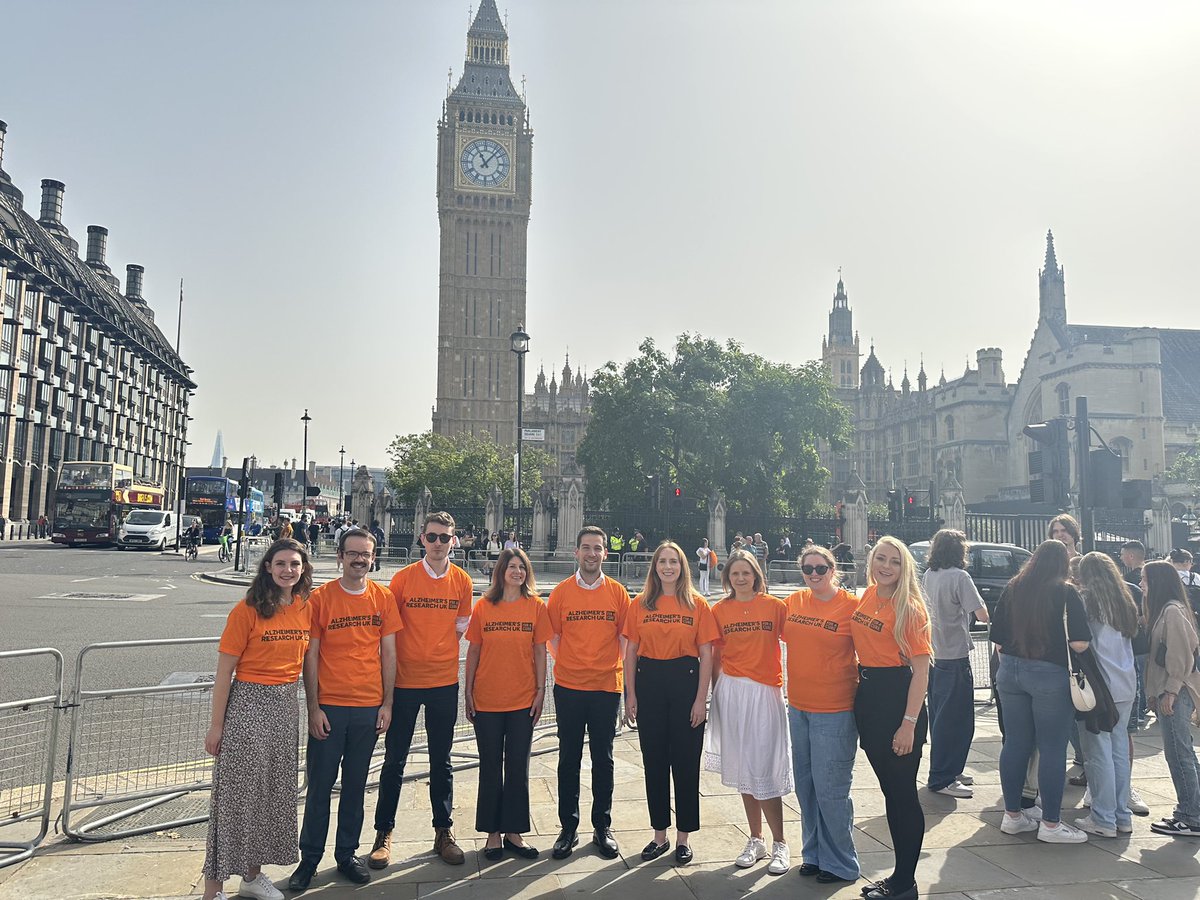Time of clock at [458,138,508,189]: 11:07
